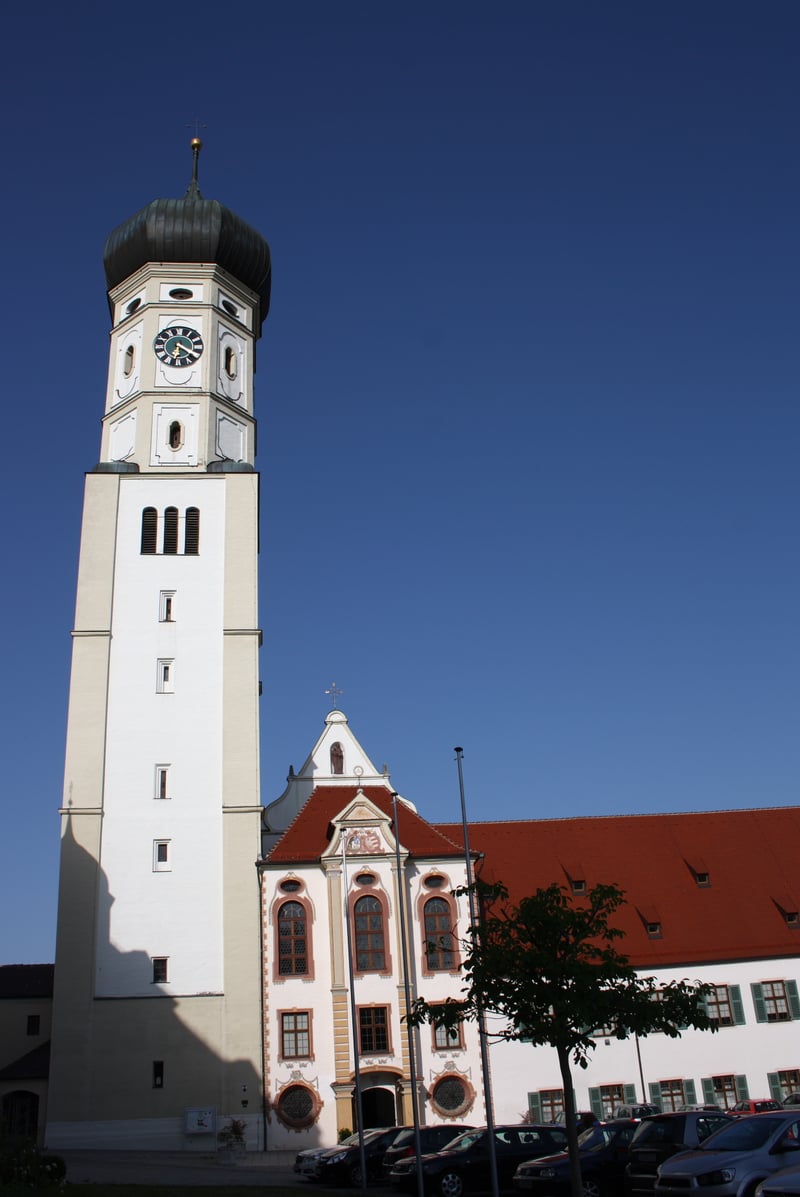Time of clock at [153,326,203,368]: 6:20
